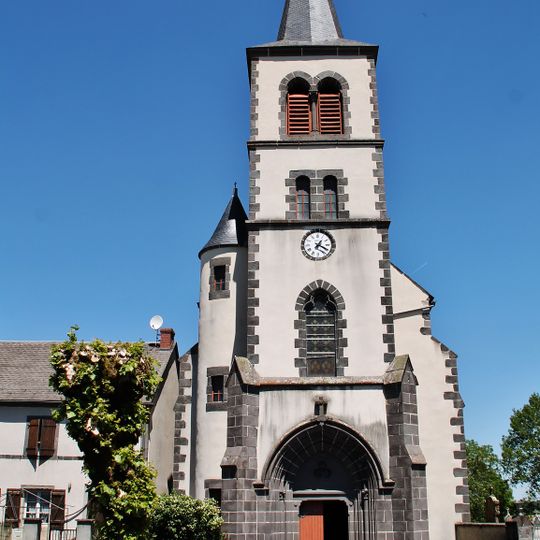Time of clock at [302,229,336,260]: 1:19
